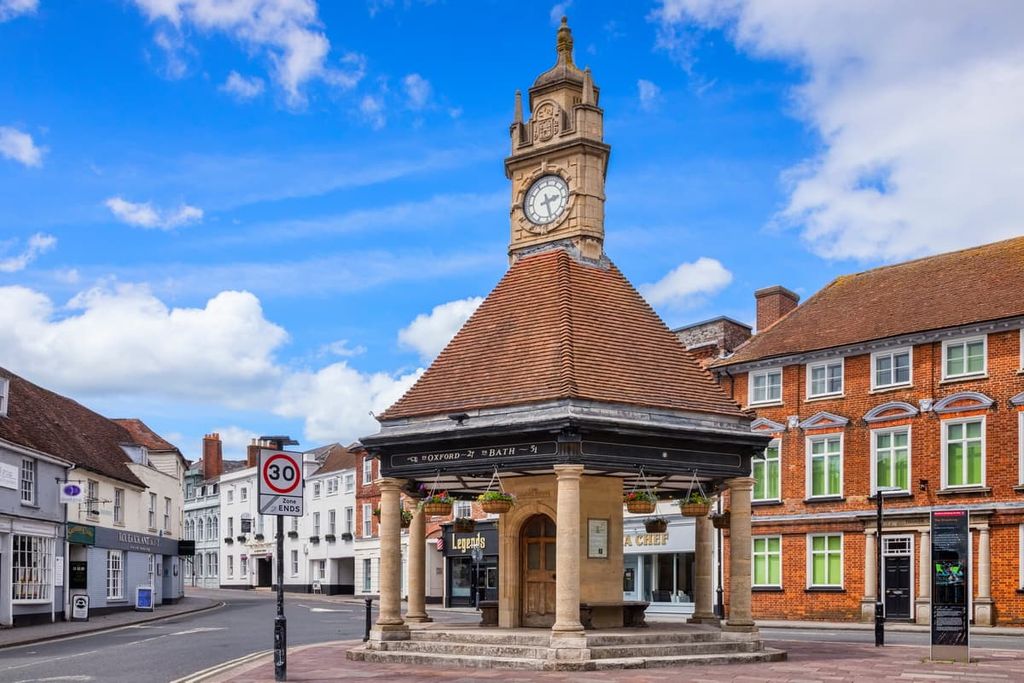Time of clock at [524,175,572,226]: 2:27
